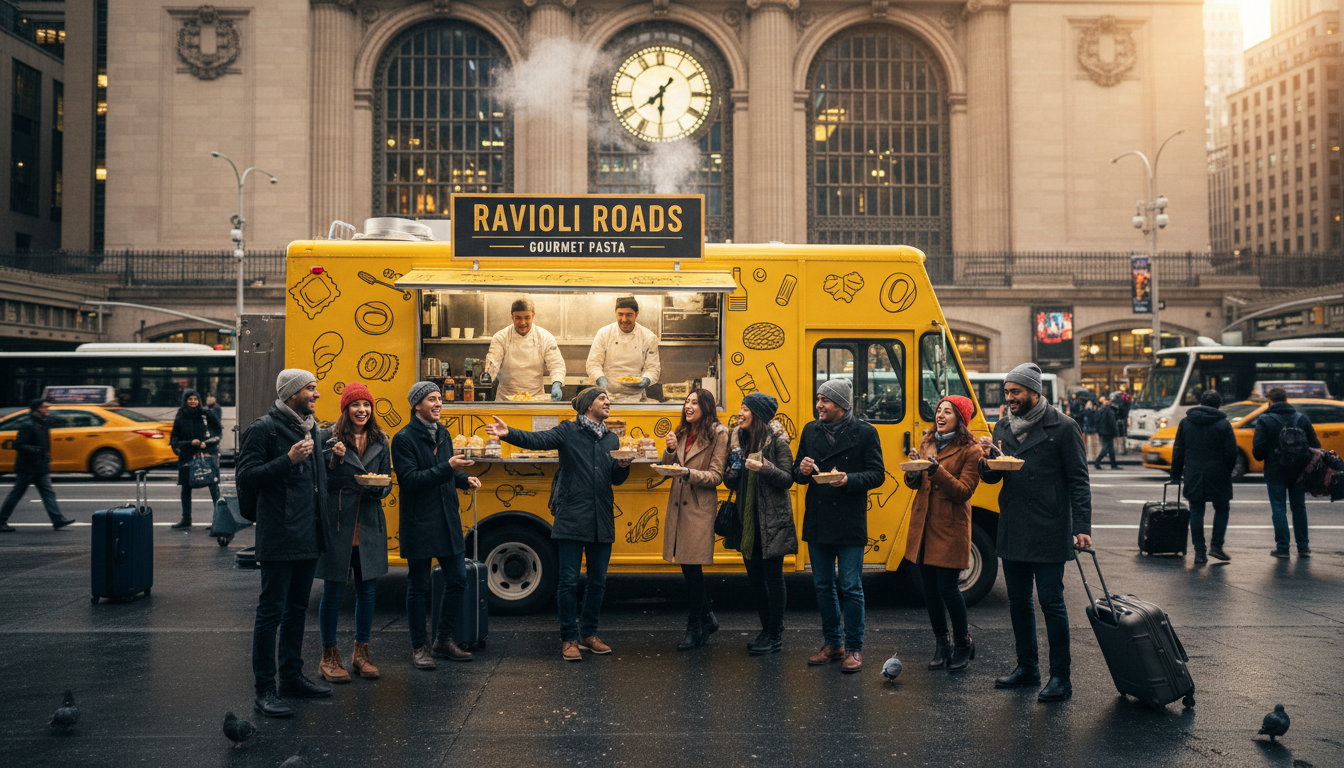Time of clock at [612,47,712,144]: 7:30
